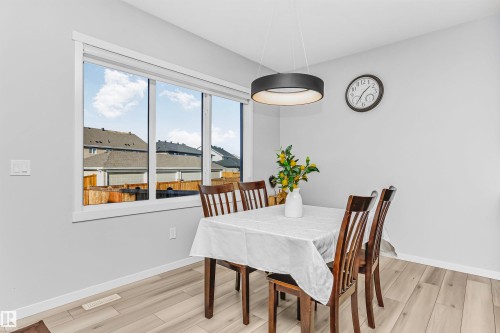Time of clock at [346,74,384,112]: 1:35
